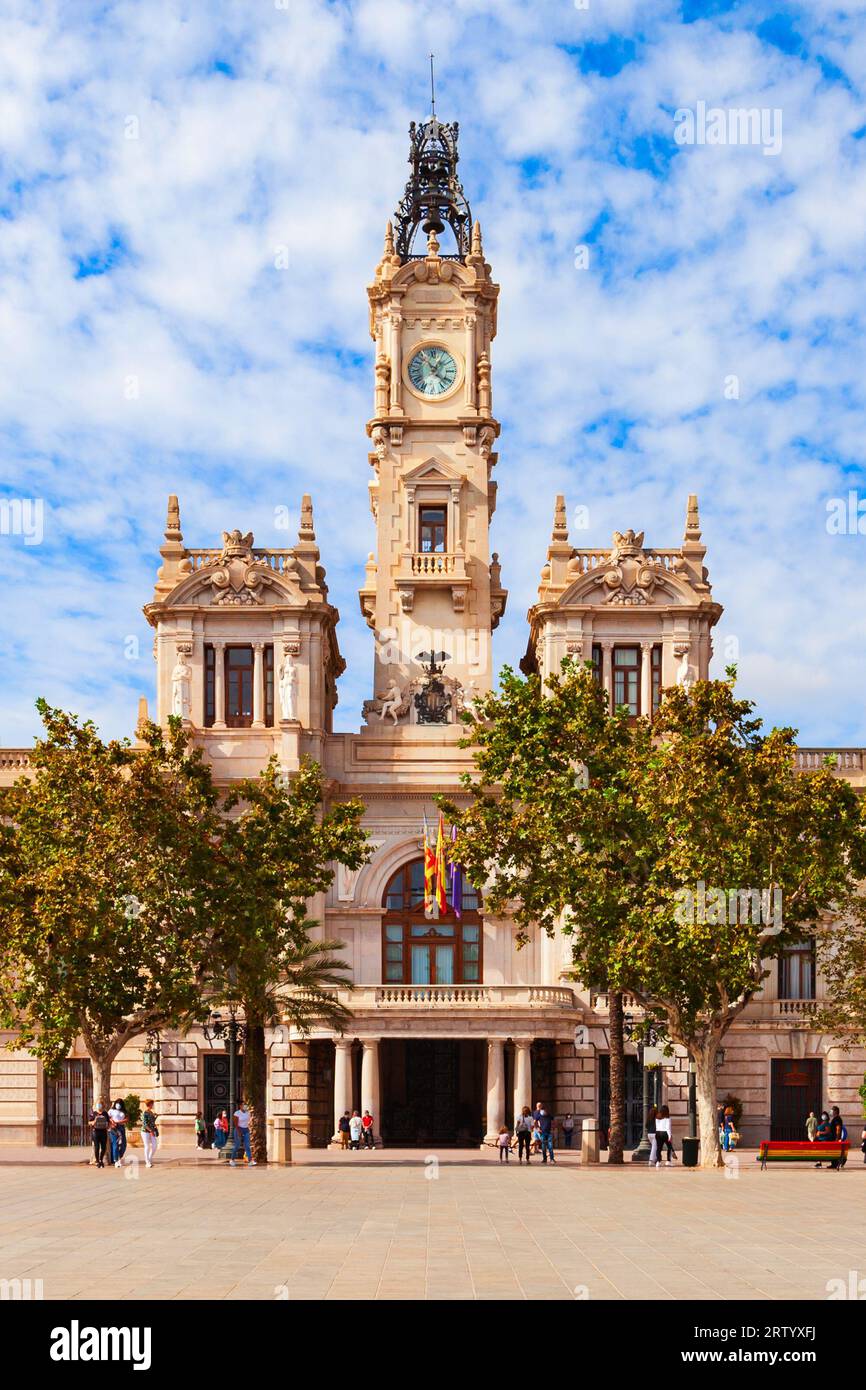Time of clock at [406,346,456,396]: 1:22
